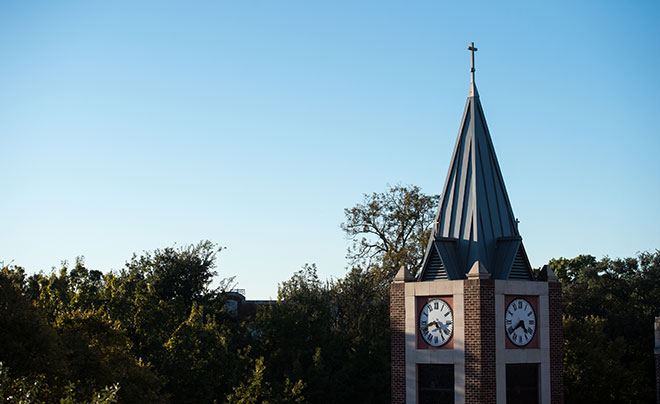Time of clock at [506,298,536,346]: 4:39
